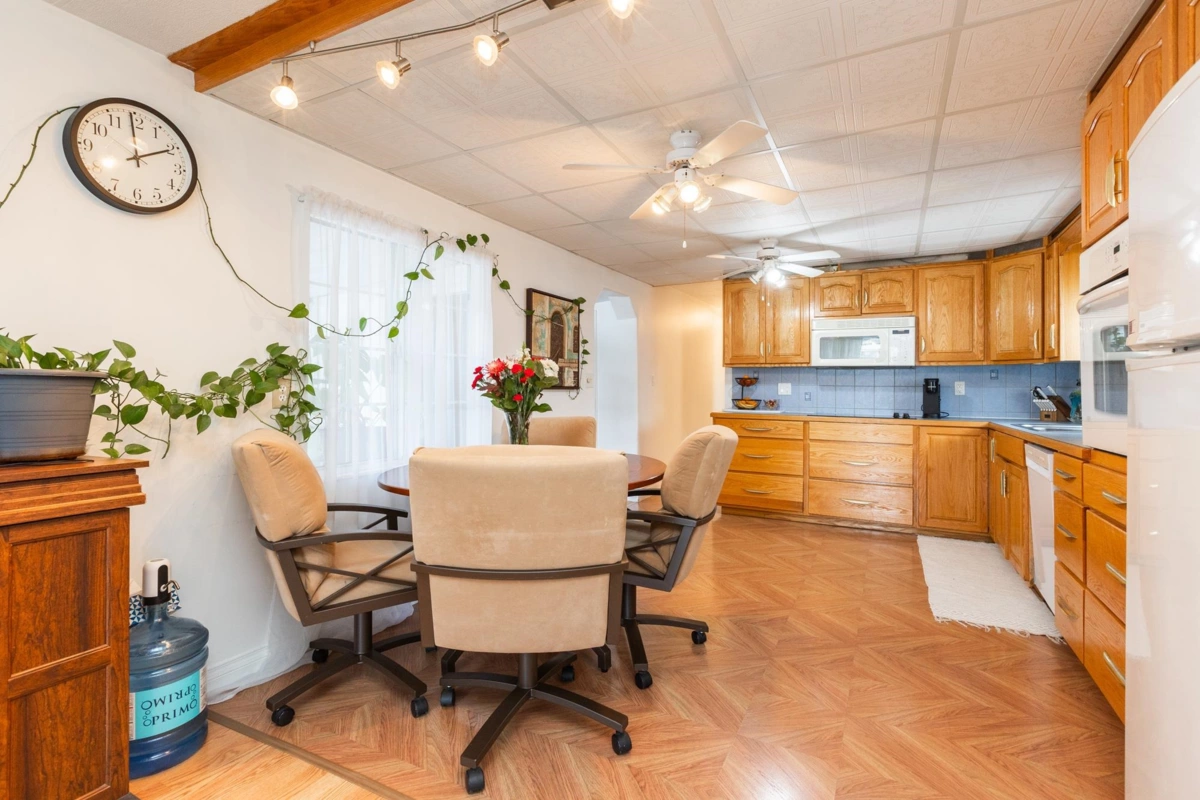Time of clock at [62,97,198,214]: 1:59
